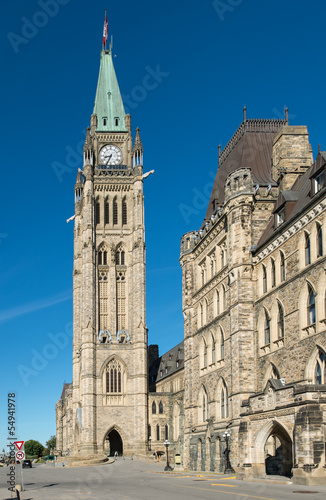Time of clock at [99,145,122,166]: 8:34
